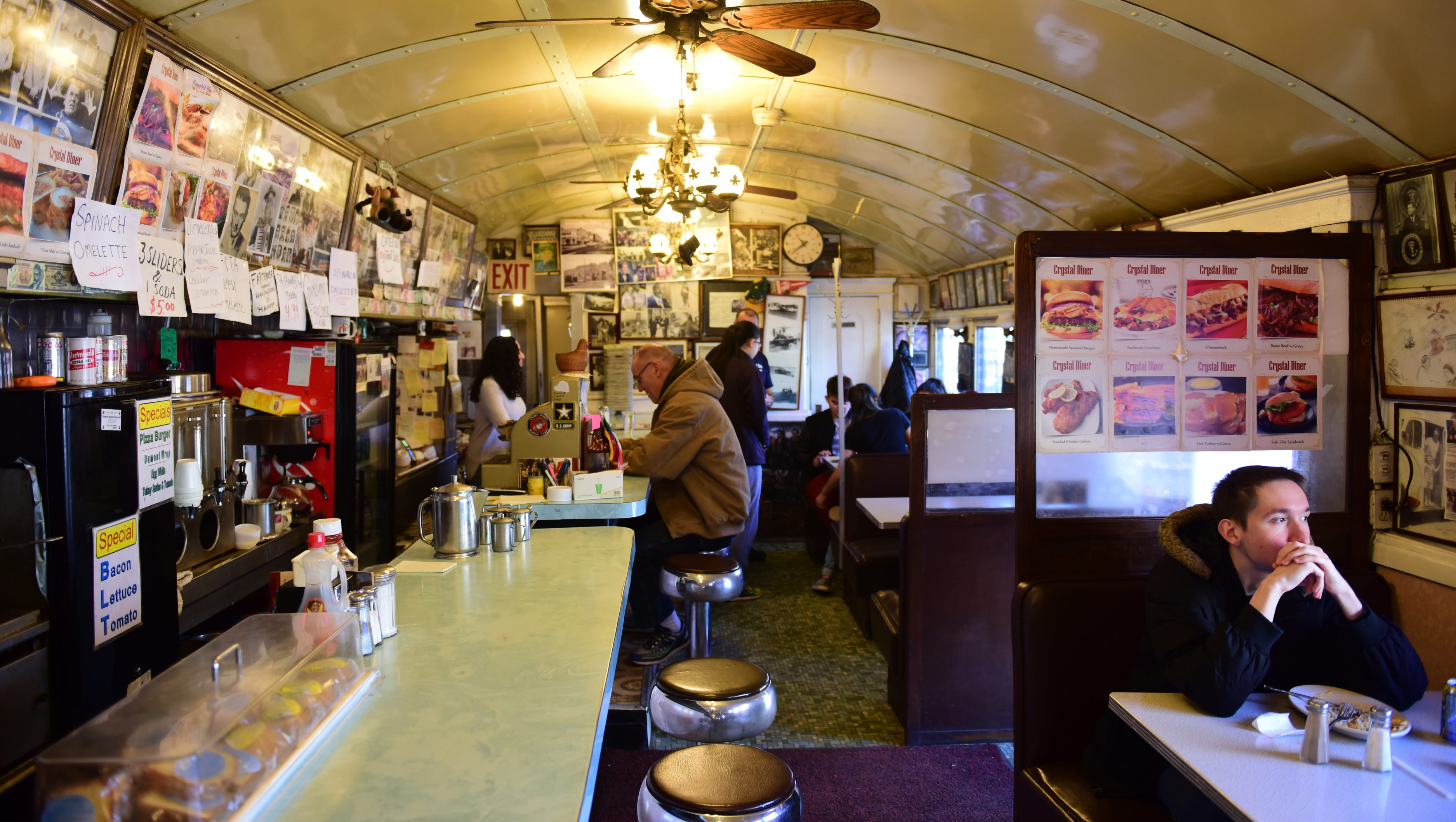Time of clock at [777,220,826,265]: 10:38
